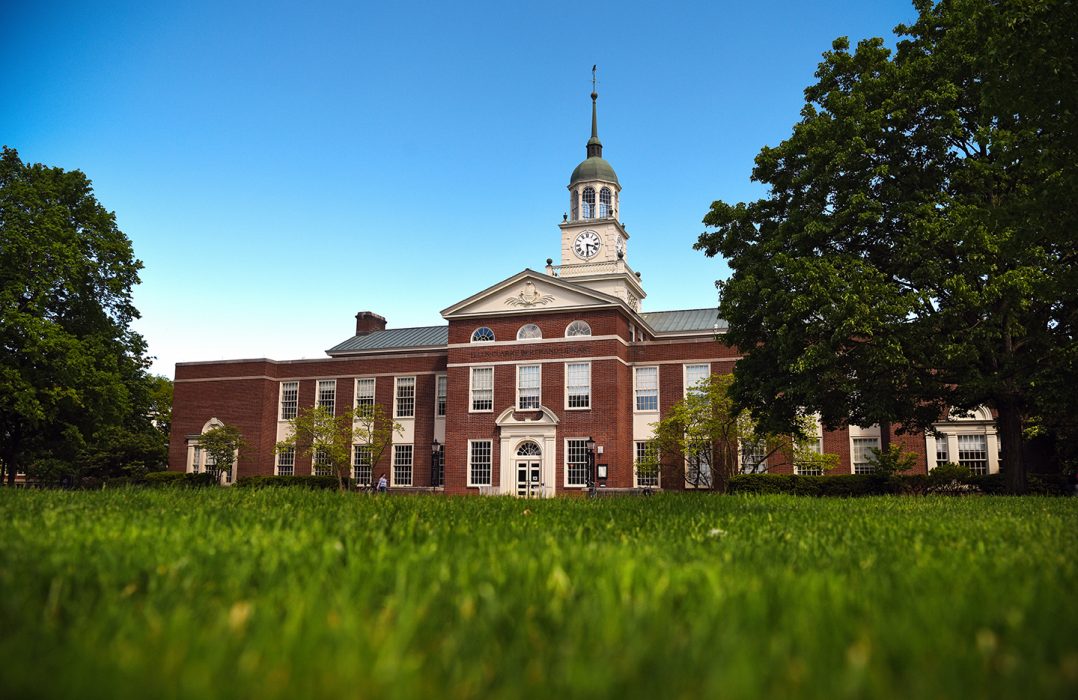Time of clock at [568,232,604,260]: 3:29
